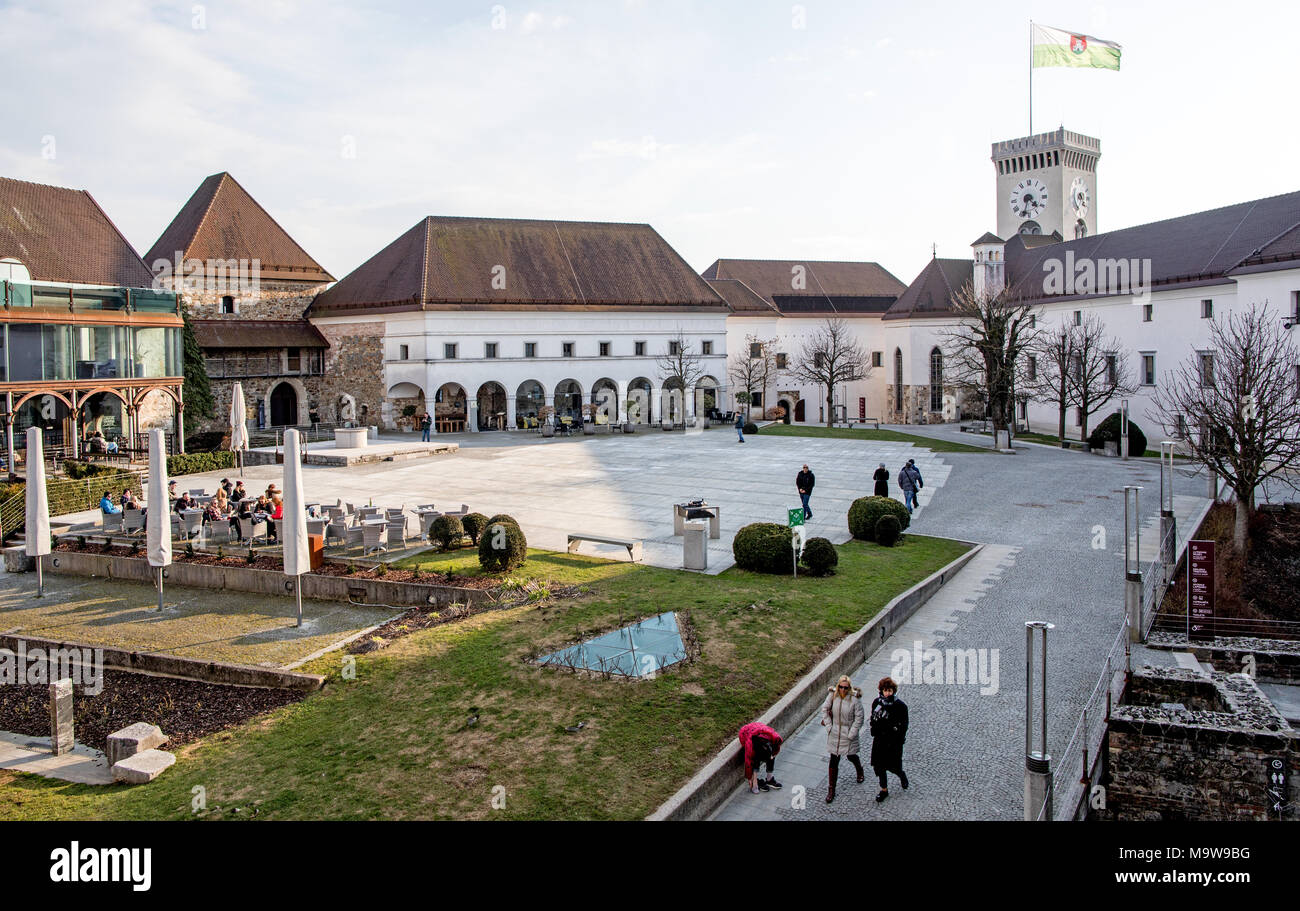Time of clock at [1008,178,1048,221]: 4:33
